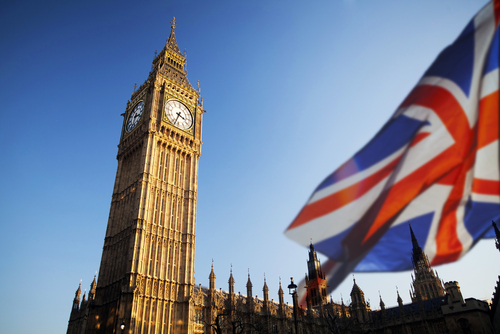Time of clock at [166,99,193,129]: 3:33
